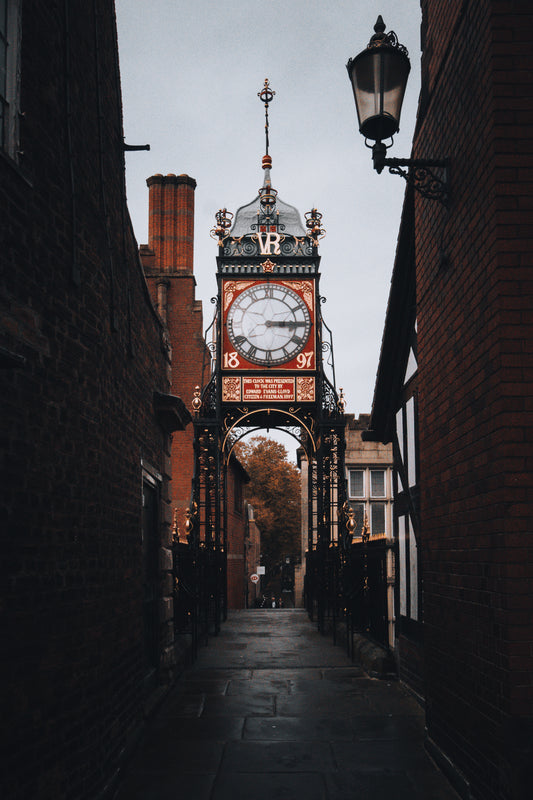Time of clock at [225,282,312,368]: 3:14
